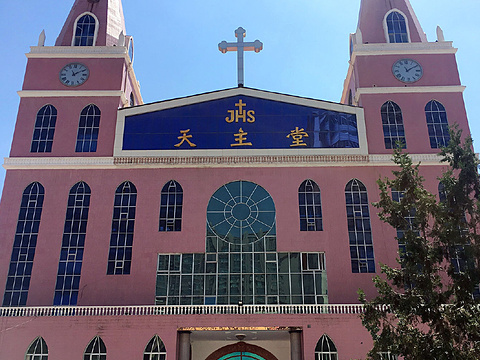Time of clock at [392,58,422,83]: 11:09
